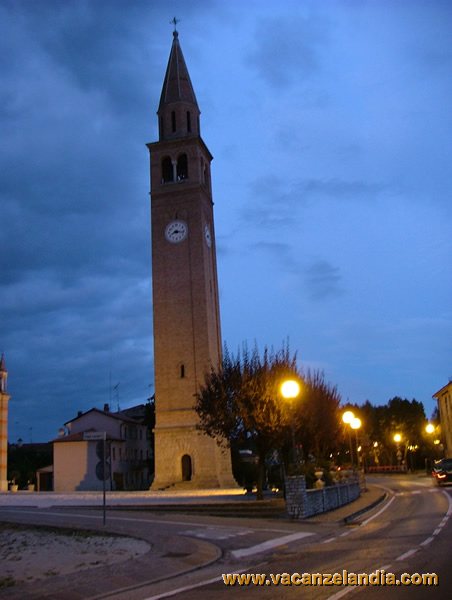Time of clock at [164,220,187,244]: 8:16
